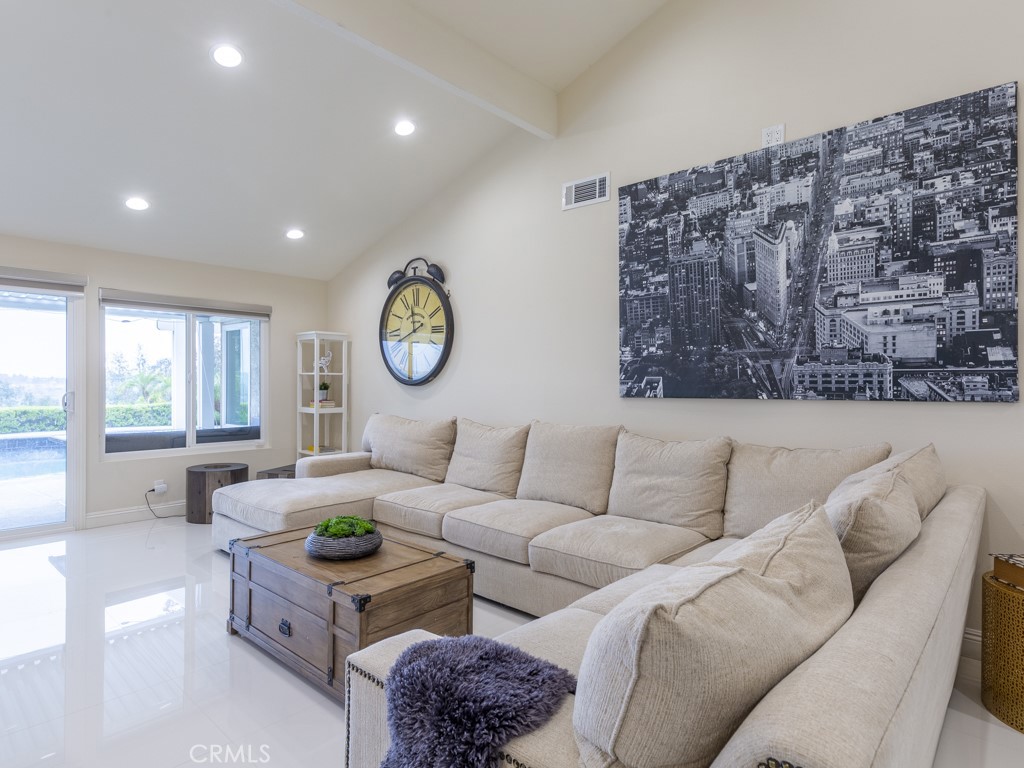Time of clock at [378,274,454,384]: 11:41
